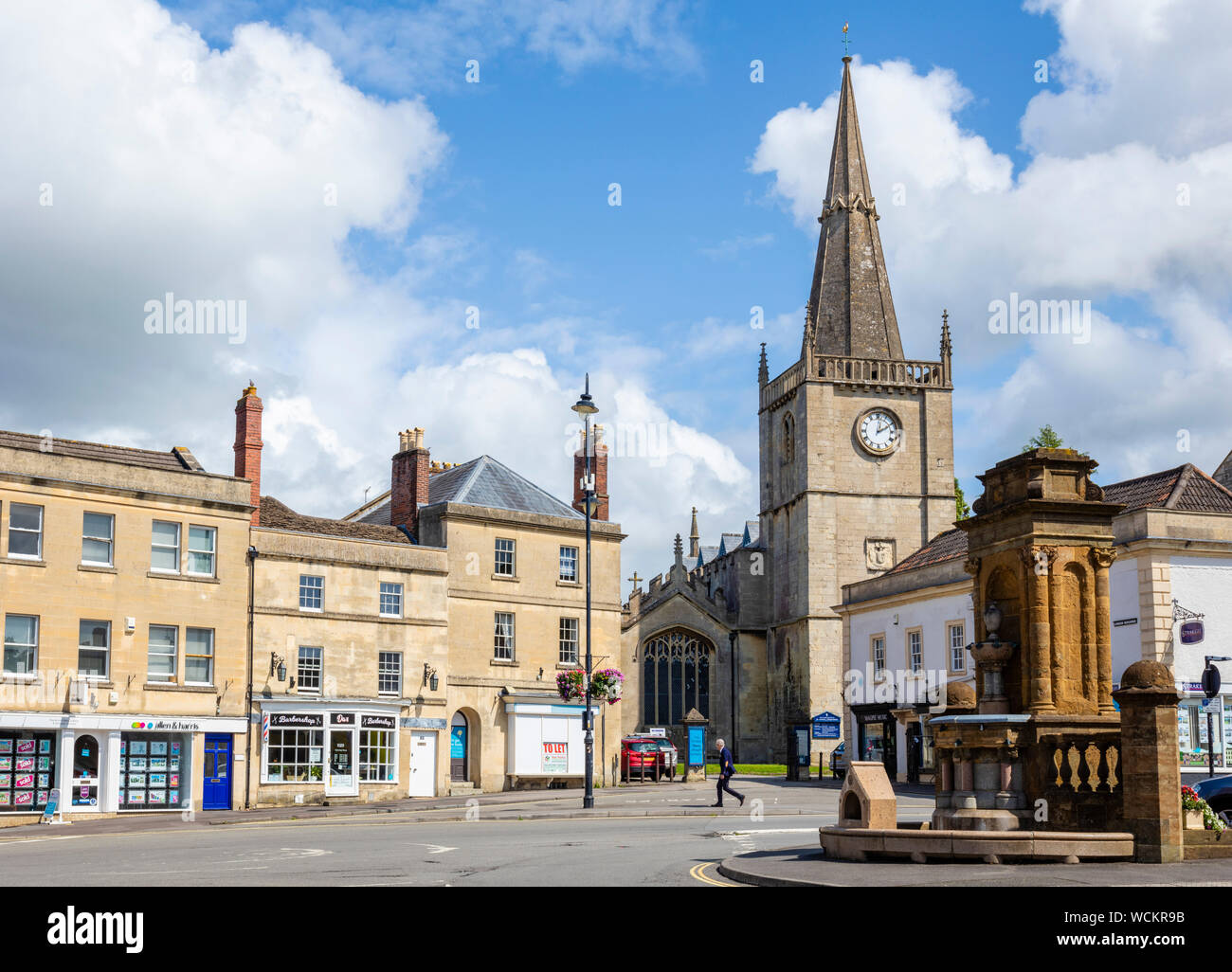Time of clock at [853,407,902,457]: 2:01
